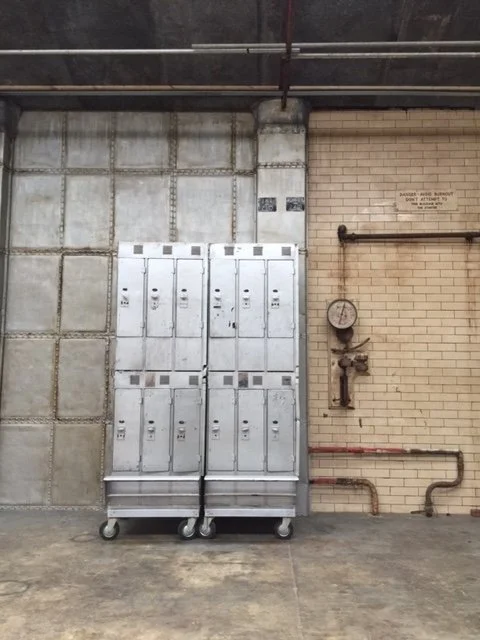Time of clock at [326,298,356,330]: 12:32
